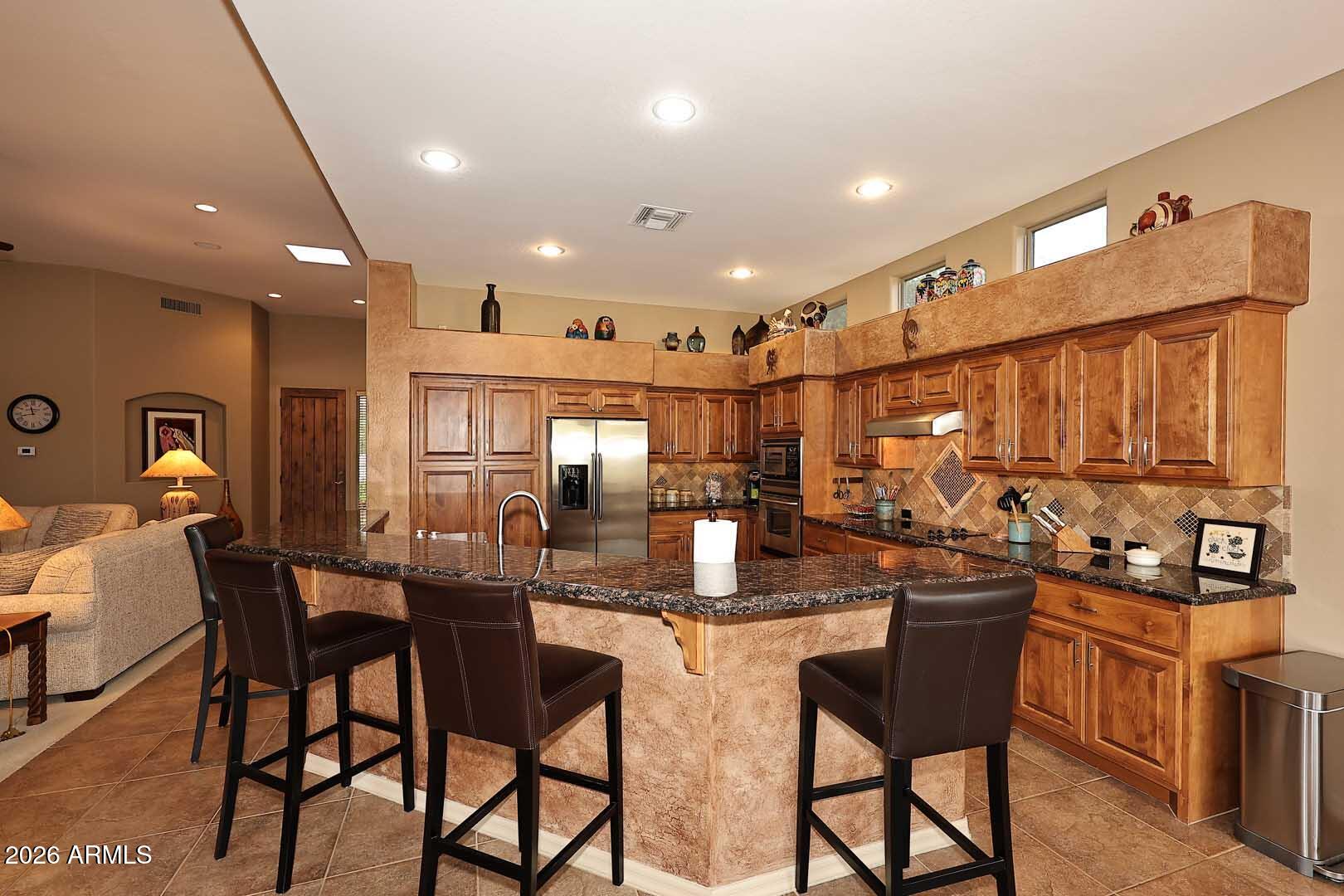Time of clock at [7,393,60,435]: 11:42
